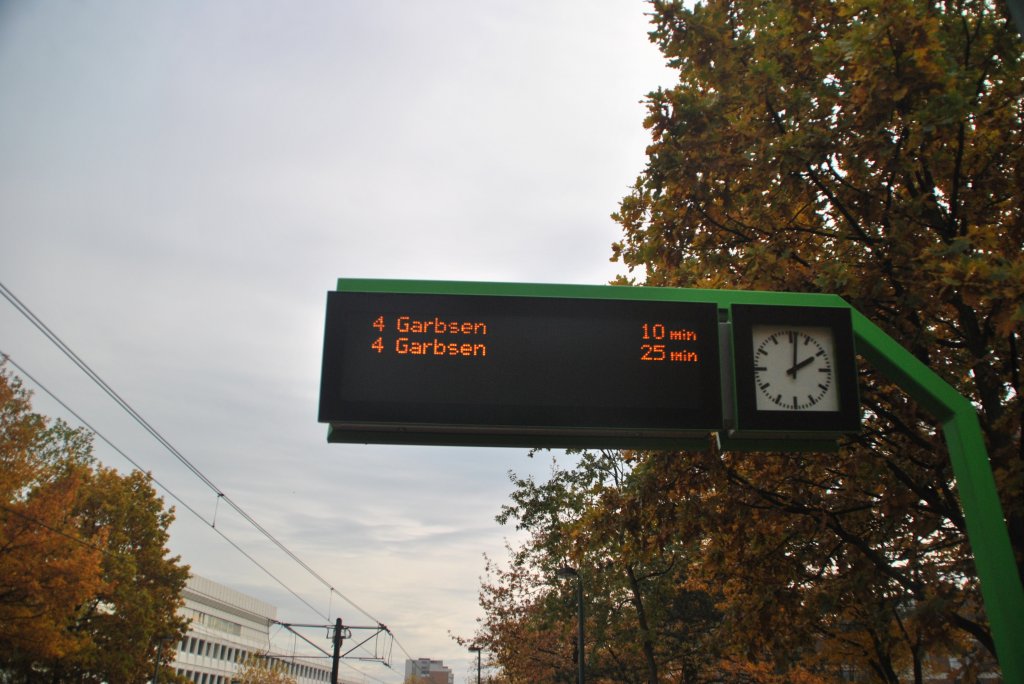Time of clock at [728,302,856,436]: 2:01
